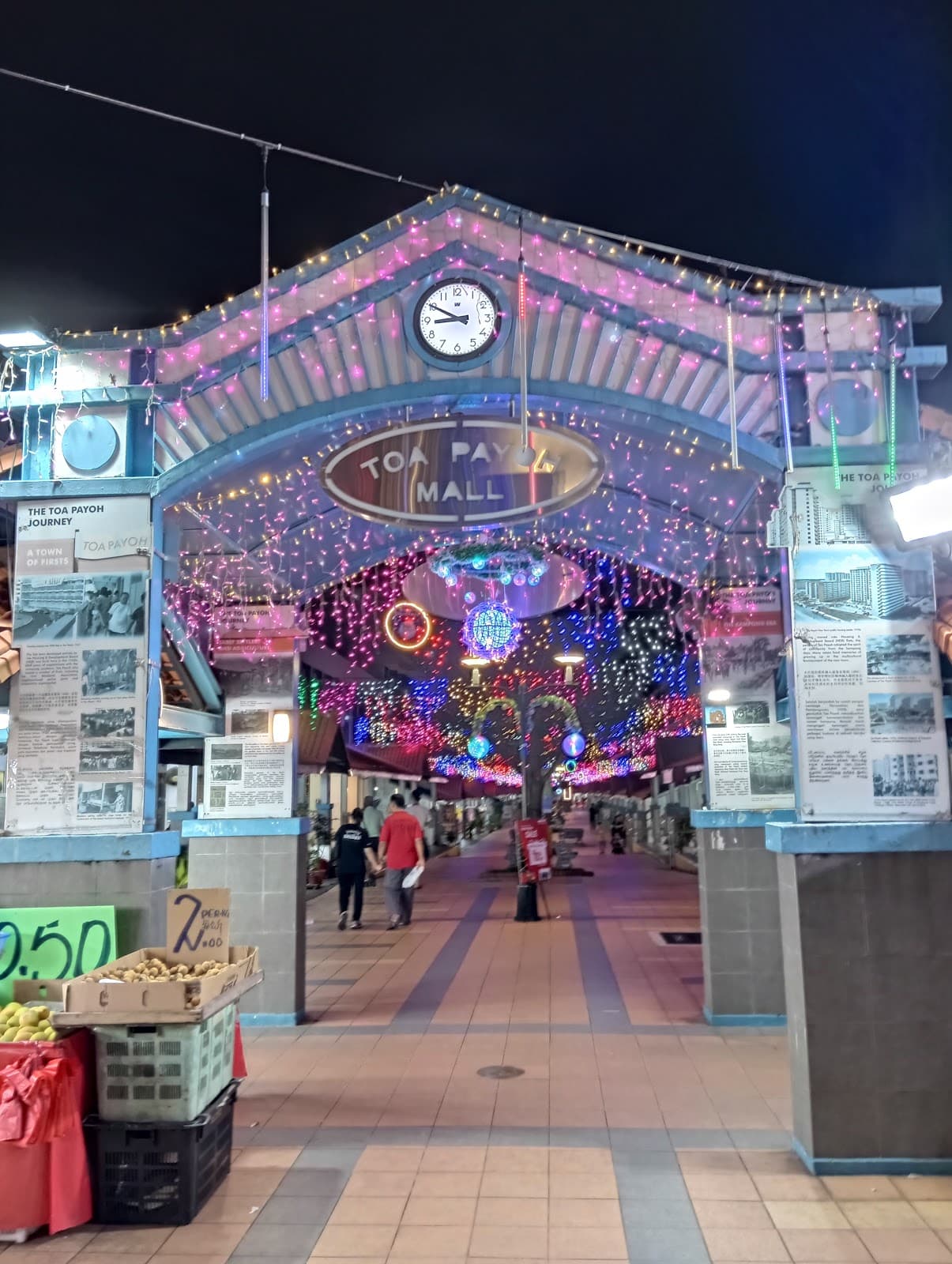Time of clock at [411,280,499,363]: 8:49
